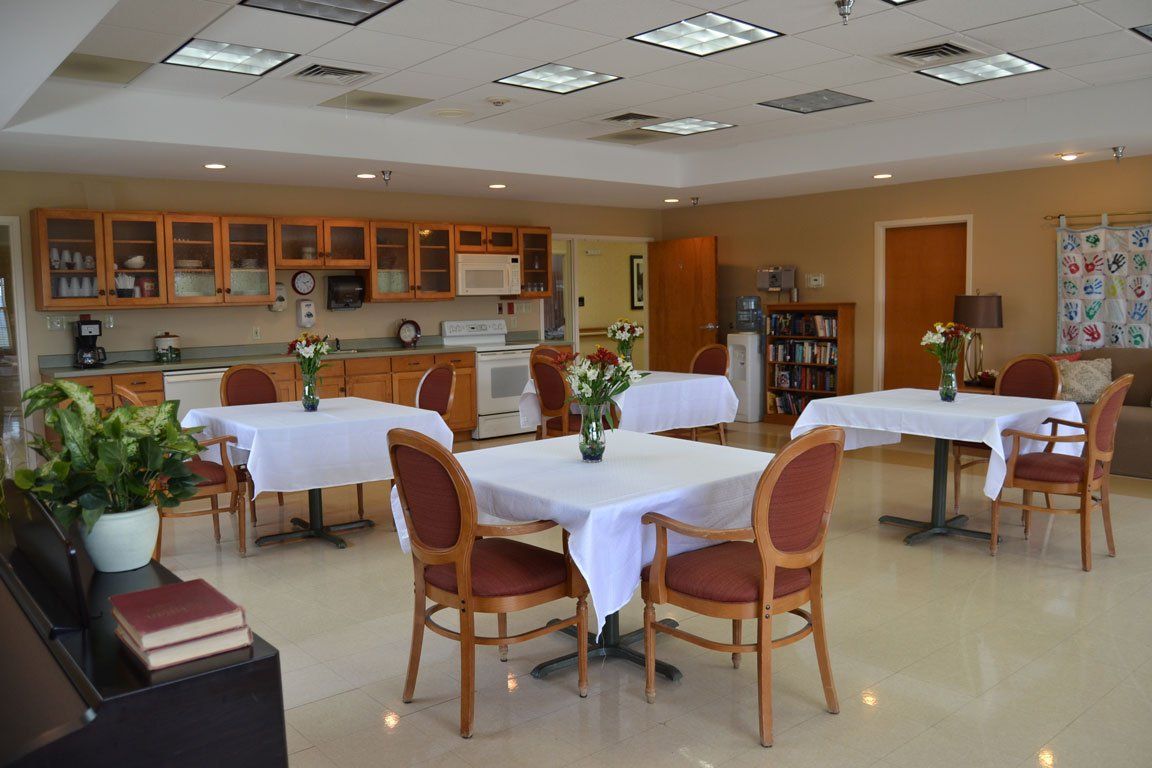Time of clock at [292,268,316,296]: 2:23
